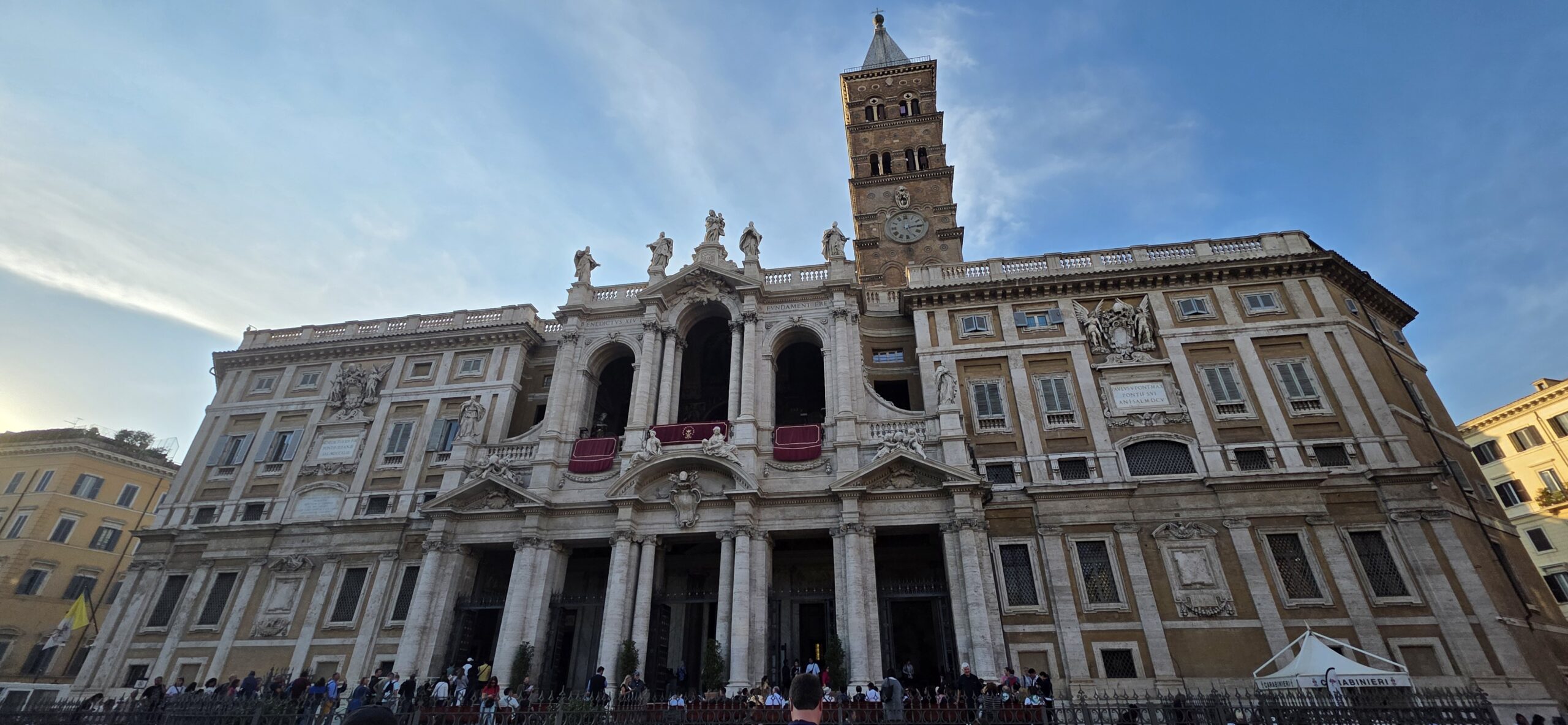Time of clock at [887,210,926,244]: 5:14
